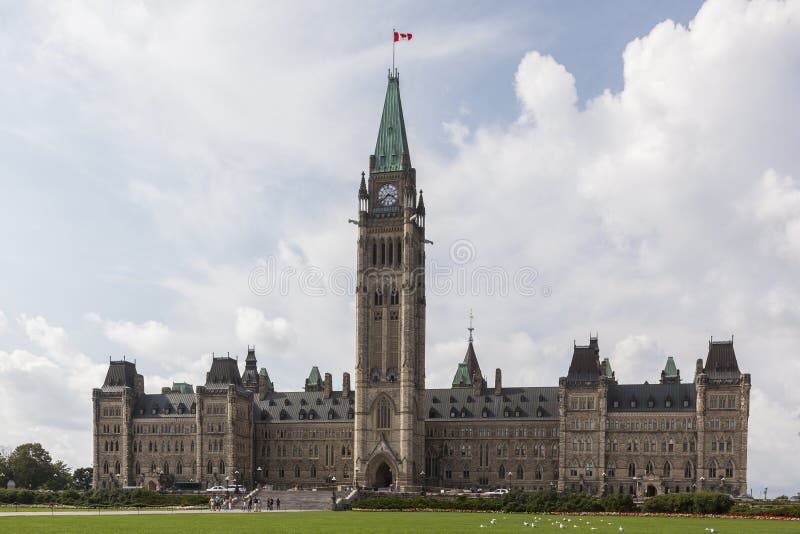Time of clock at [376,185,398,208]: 3:38
